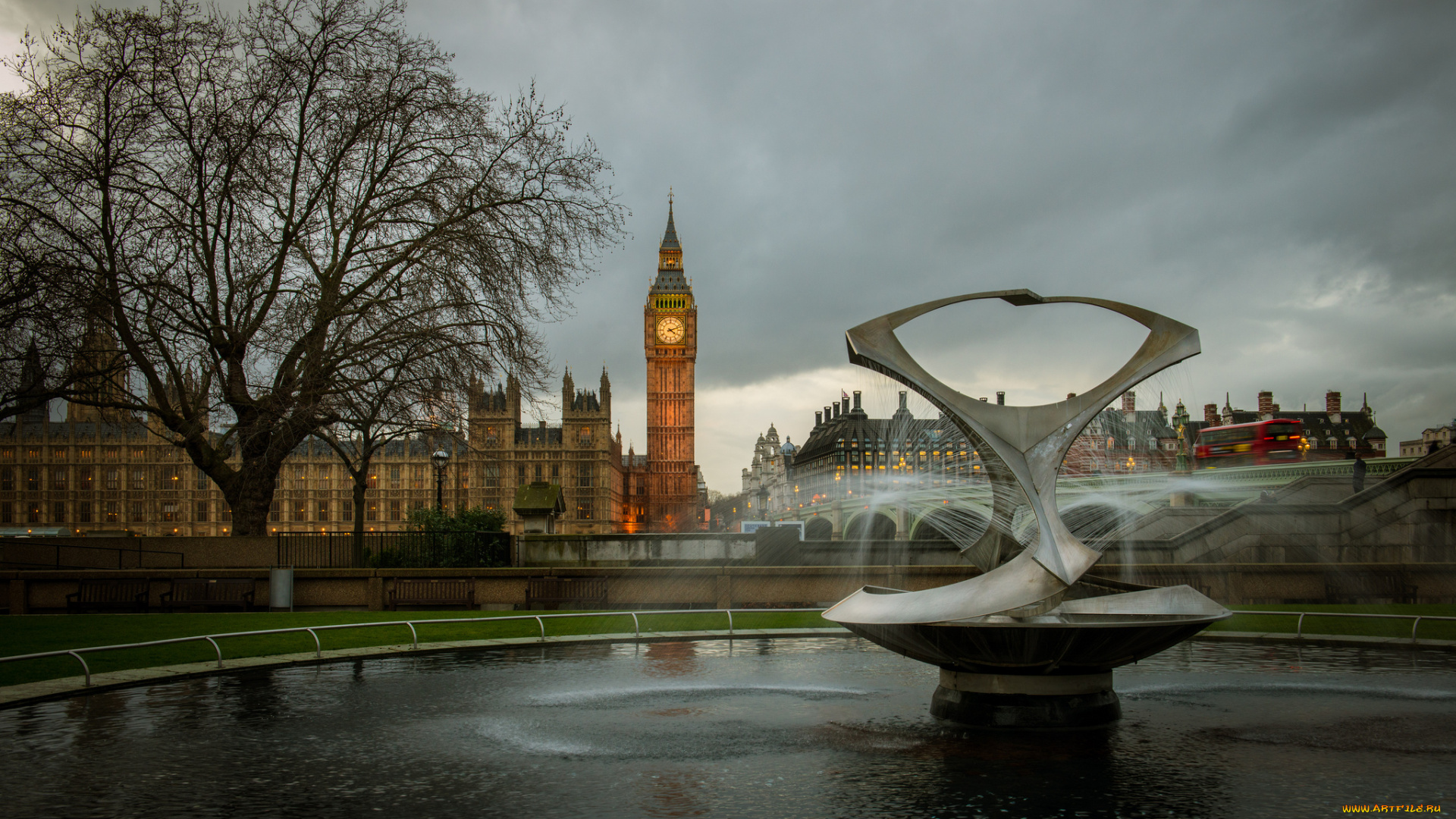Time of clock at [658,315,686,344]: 4:11
